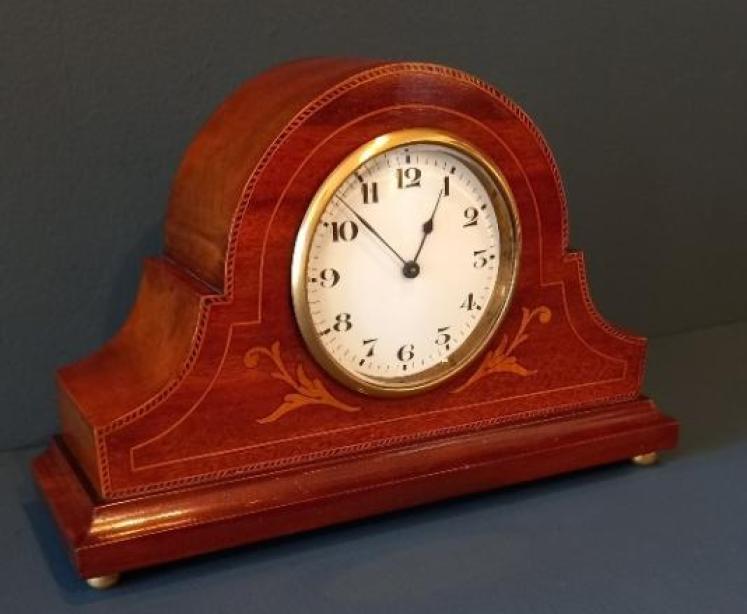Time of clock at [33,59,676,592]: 12:52
